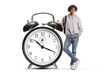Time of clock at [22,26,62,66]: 10:19
